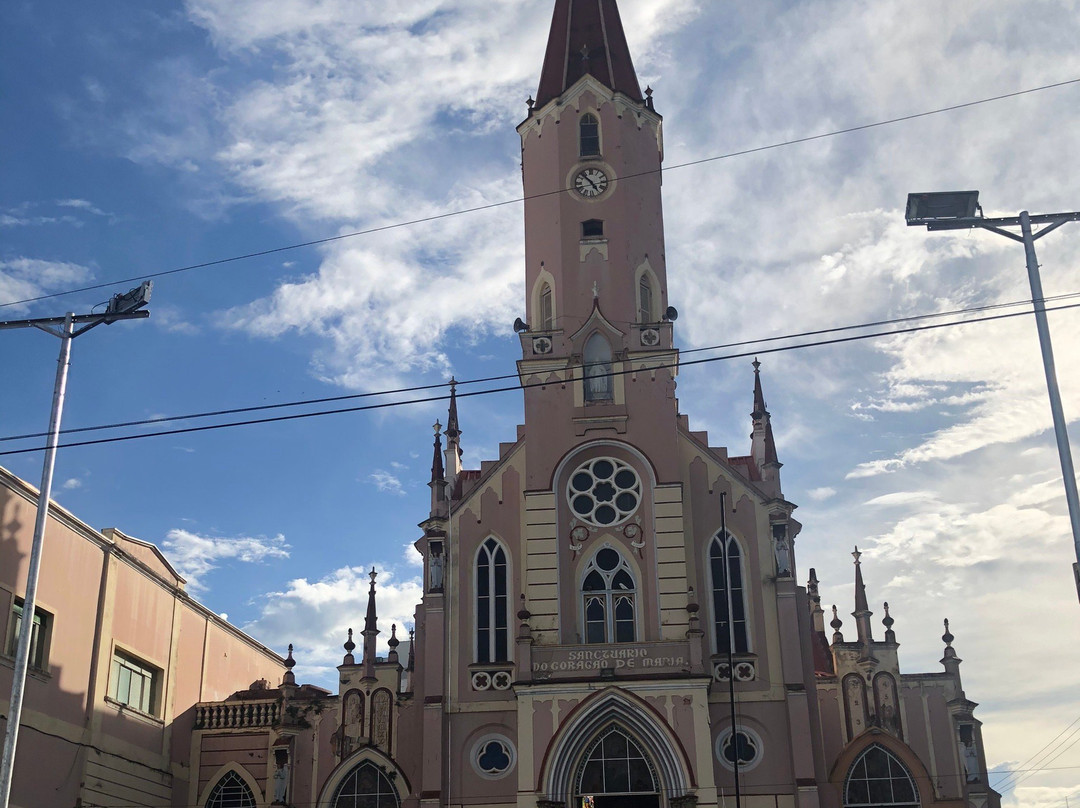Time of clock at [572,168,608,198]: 4:52
